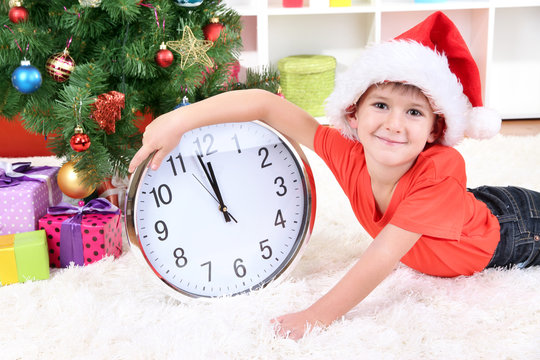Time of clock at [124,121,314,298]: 11:58
